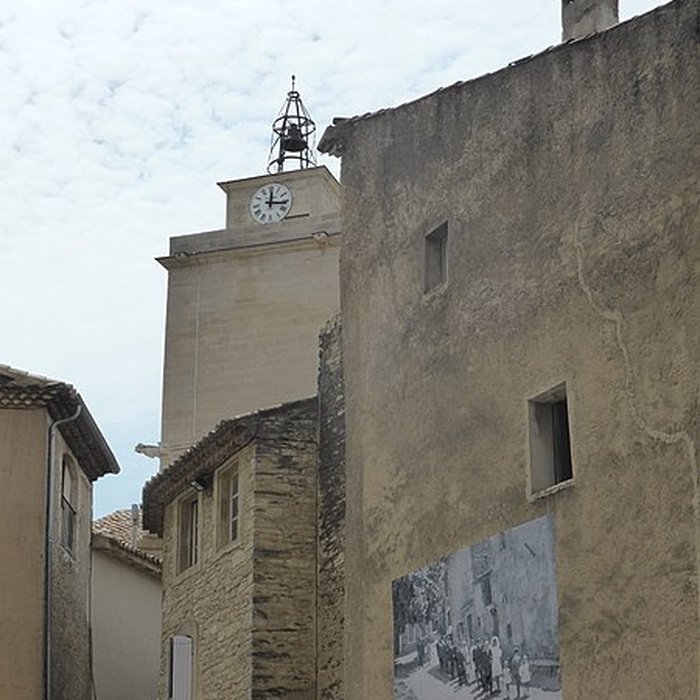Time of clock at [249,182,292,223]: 12:16
